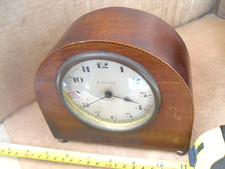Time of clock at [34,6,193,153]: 3:39
